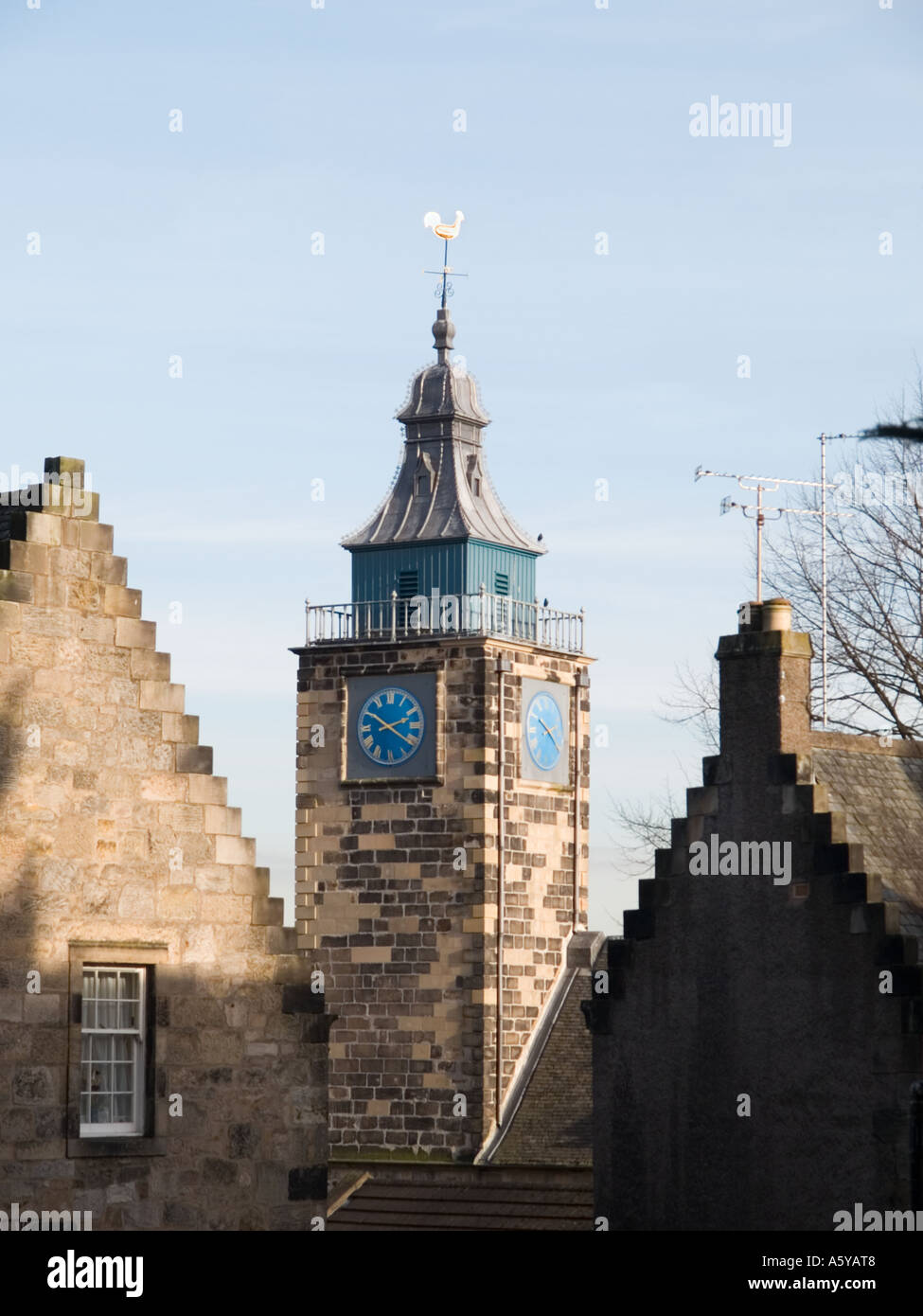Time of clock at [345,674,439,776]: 2:20
